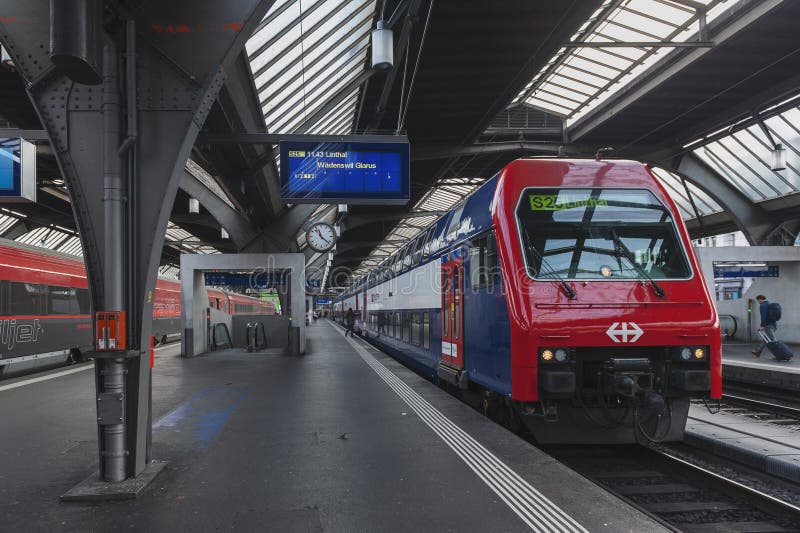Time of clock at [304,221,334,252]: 11:21
